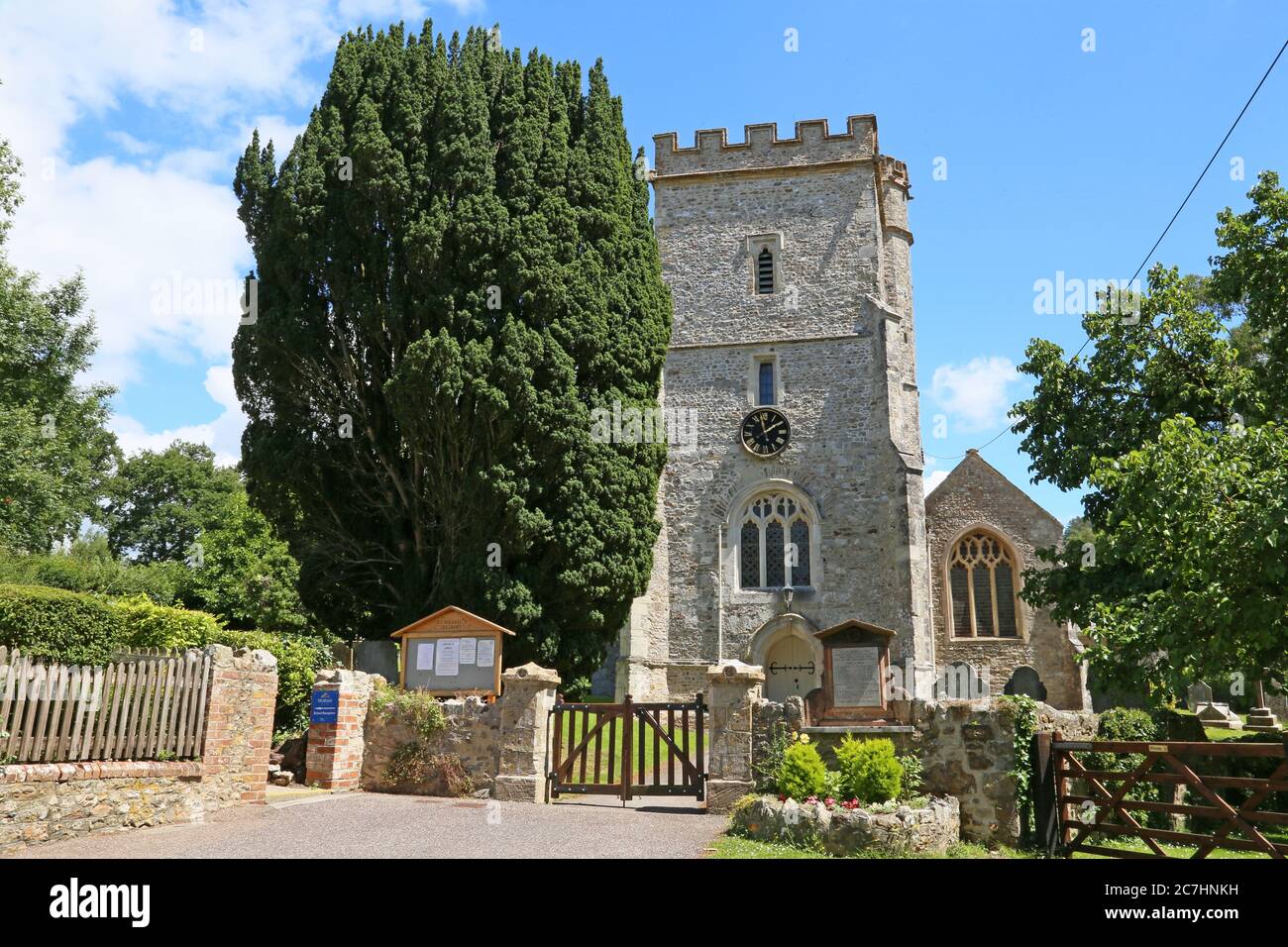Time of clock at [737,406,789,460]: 1:58
